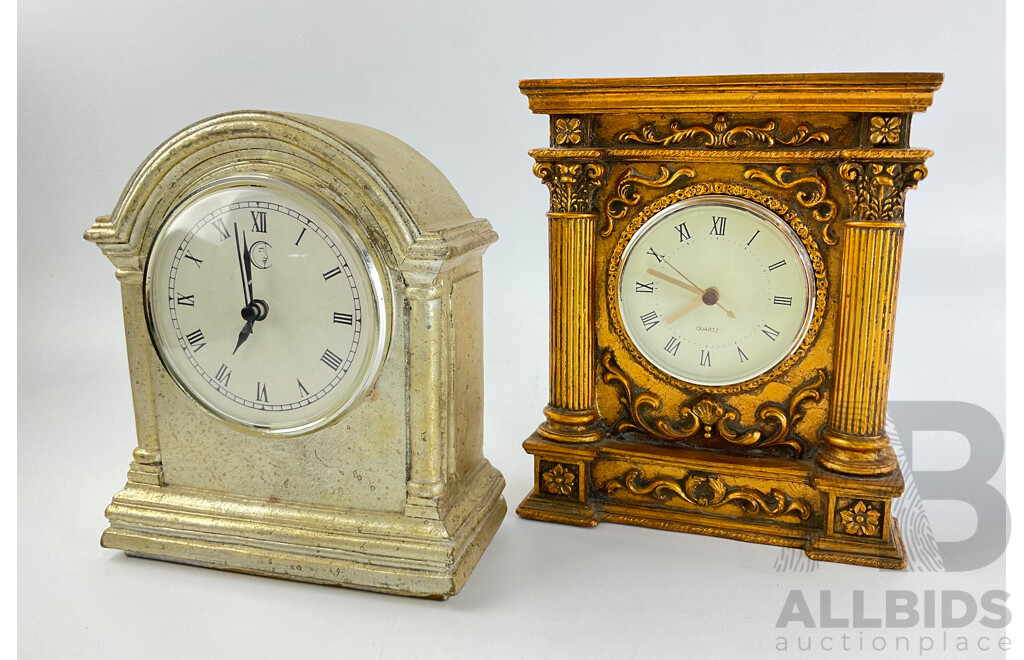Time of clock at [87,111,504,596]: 6:58
